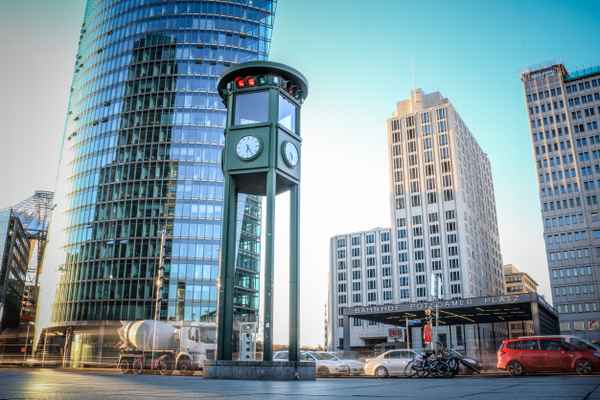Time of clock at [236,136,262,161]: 6:24
